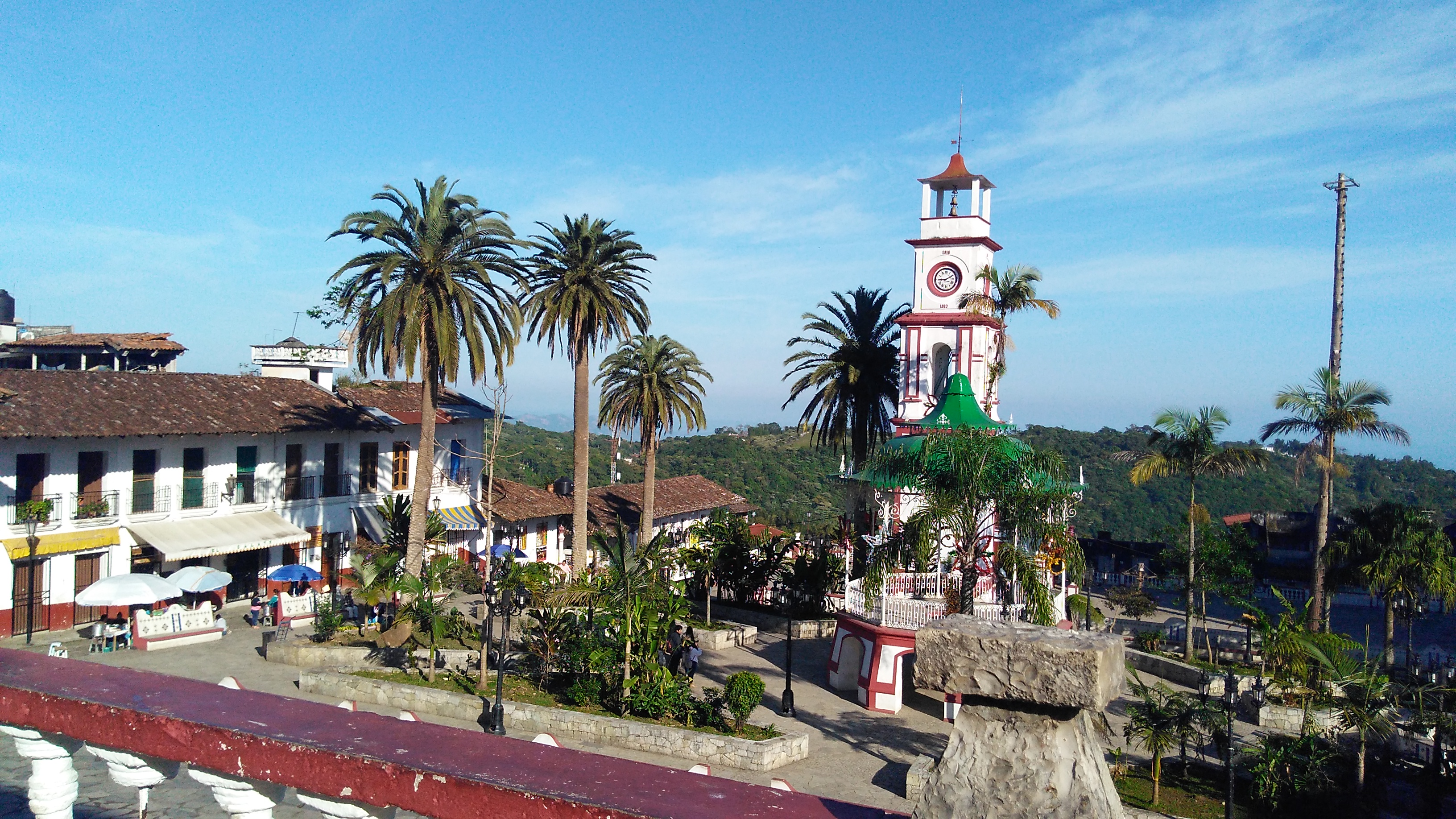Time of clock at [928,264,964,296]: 9:10
